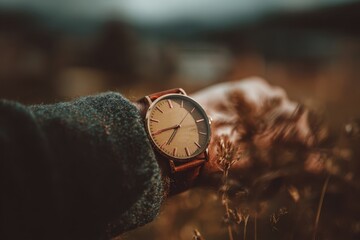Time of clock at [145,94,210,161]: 6:40
